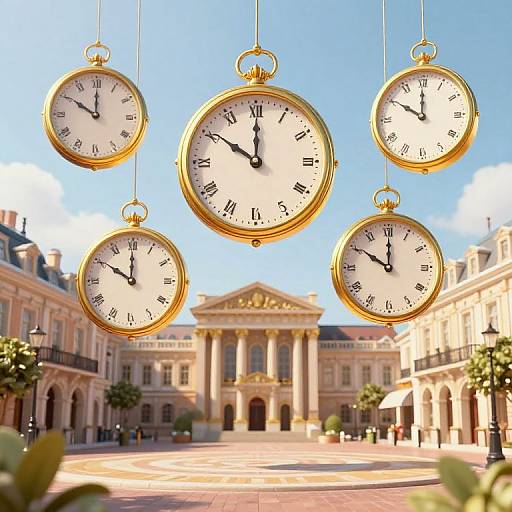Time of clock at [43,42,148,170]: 10:00
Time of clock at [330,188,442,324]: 10:00
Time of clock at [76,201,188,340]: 9:59
